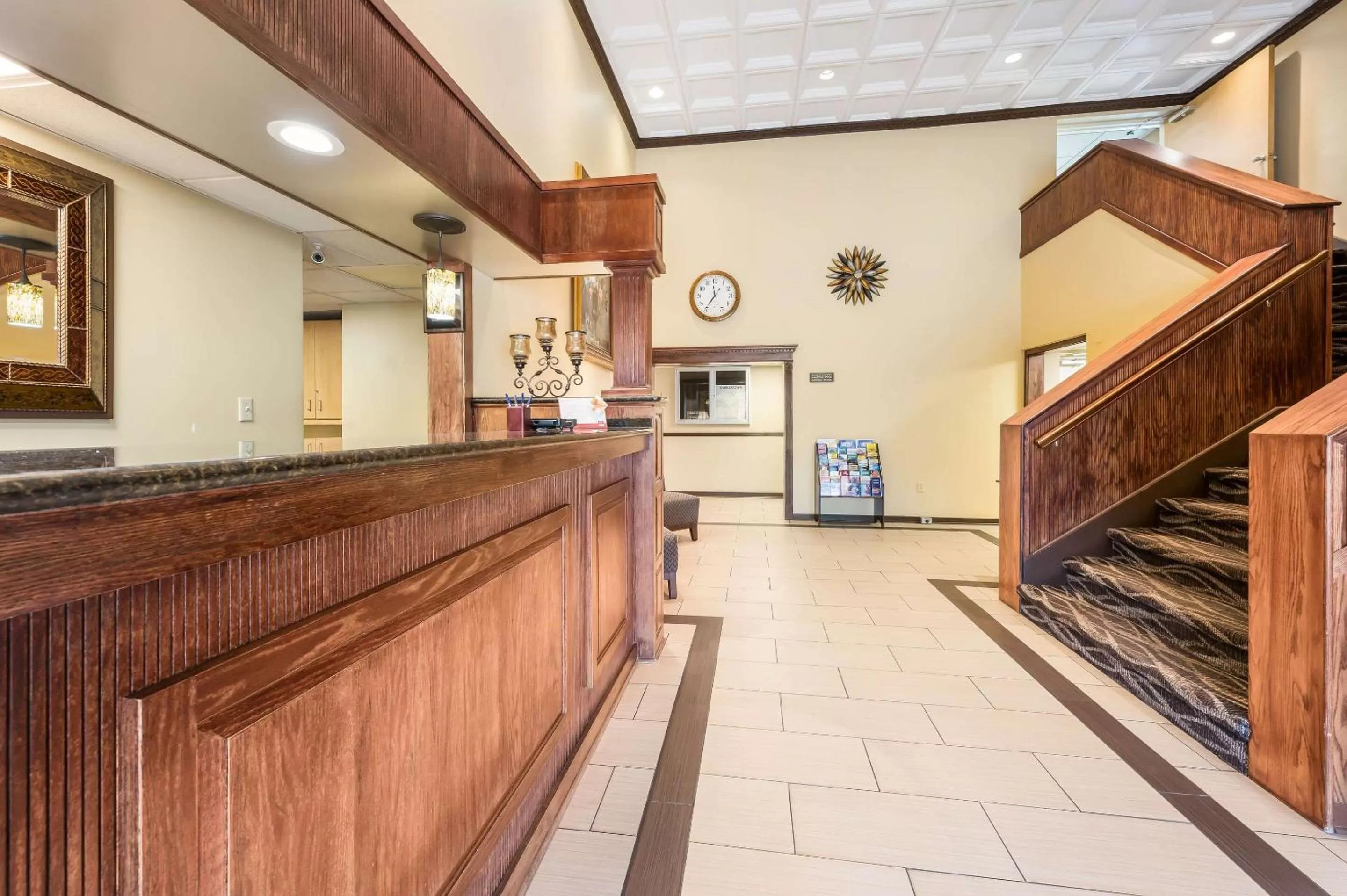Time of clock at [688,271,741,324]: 11:35
